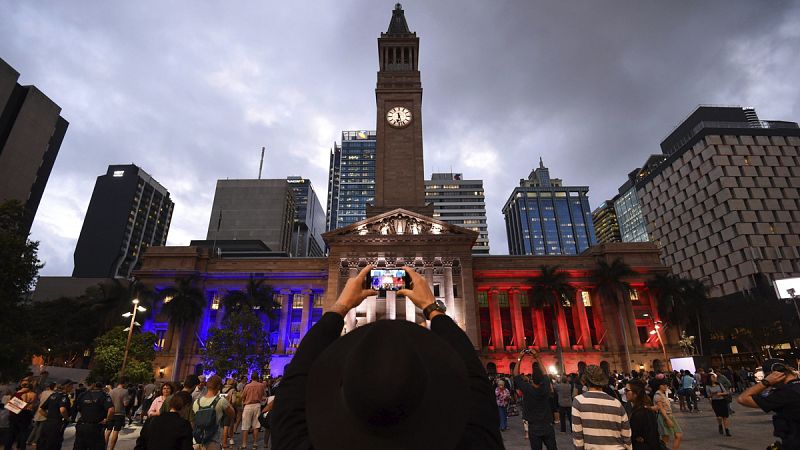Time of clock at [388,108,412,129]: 6:27
